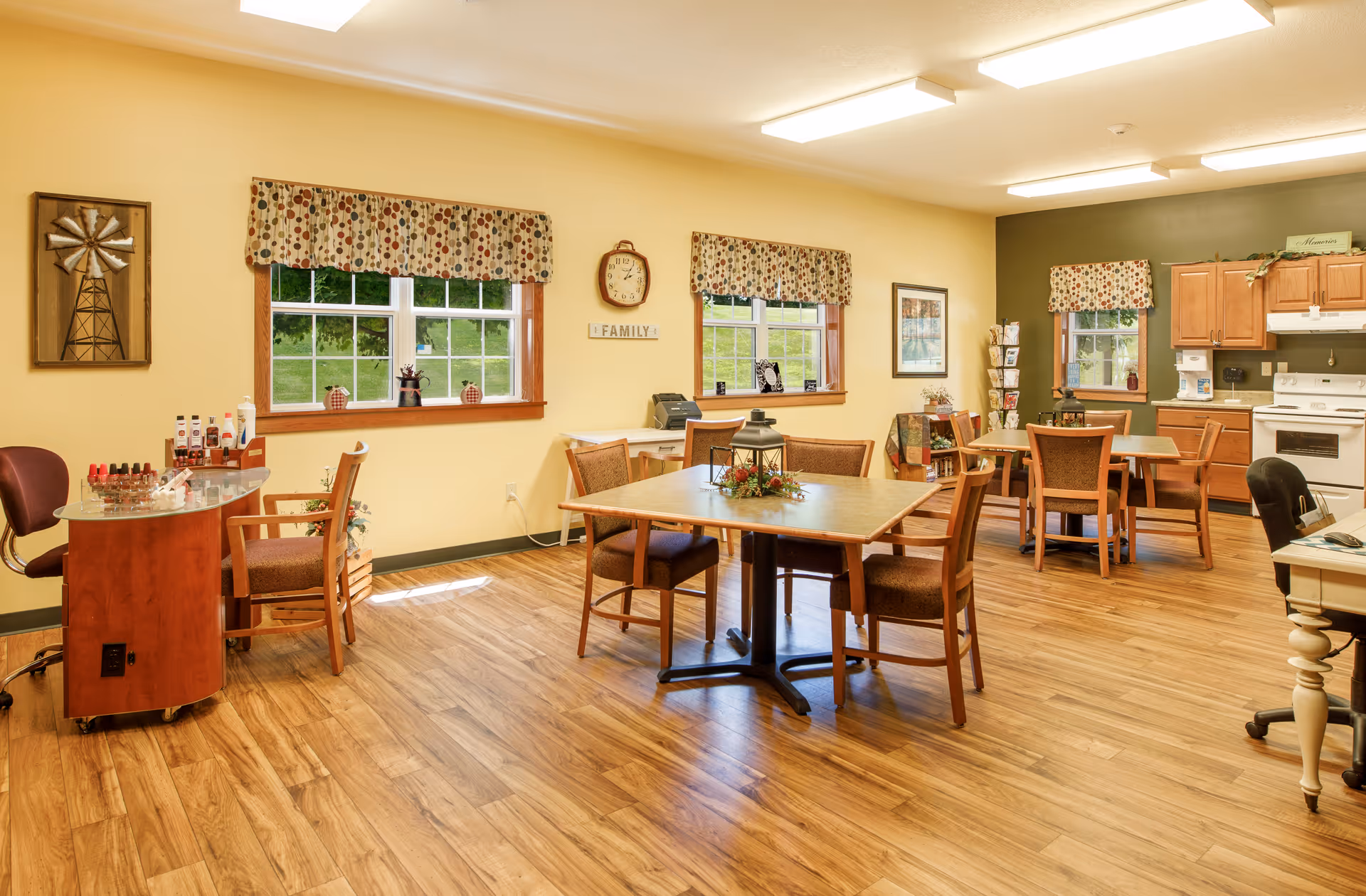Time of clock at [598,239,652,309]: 2:06
